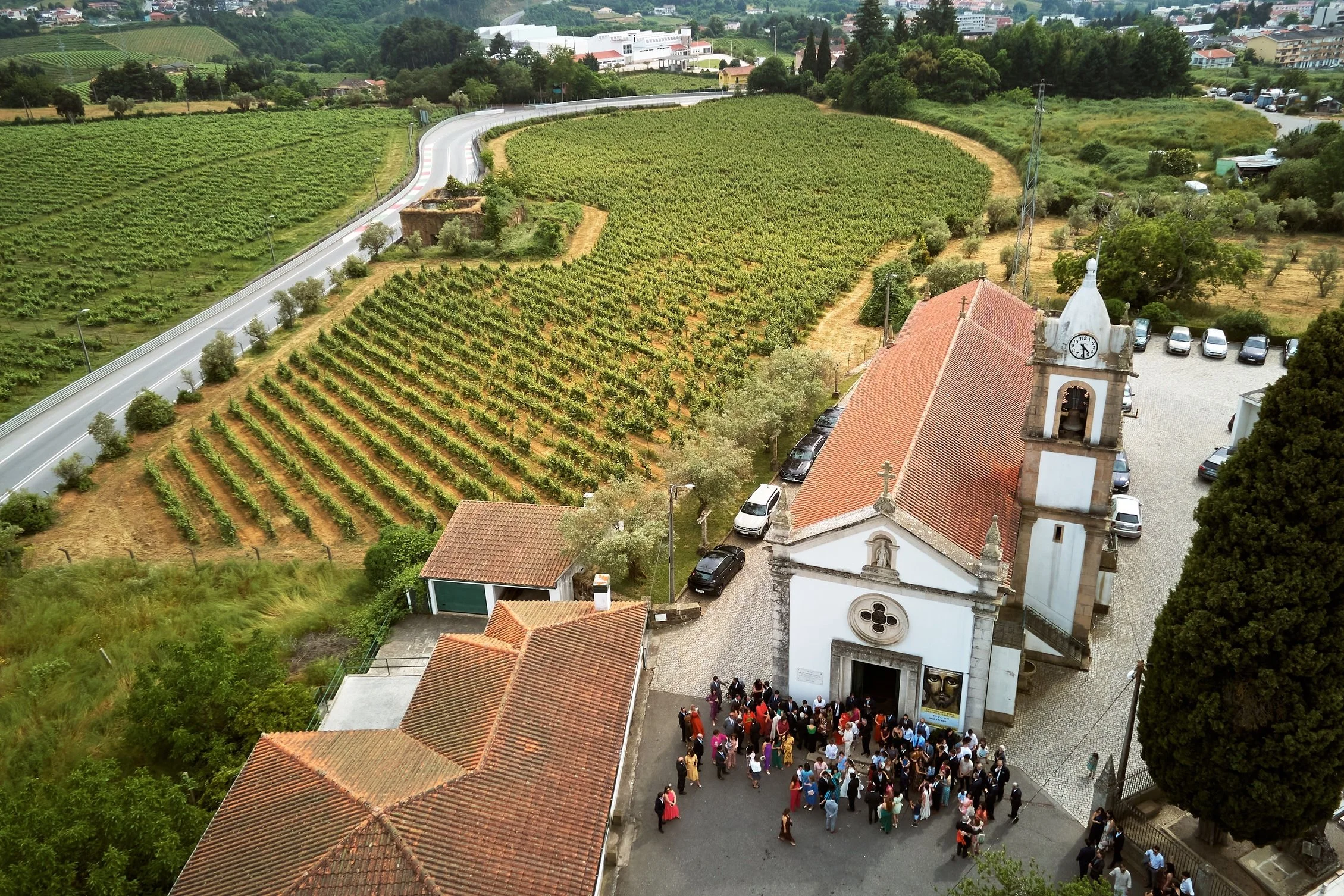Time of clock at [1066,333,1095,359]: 4:28
